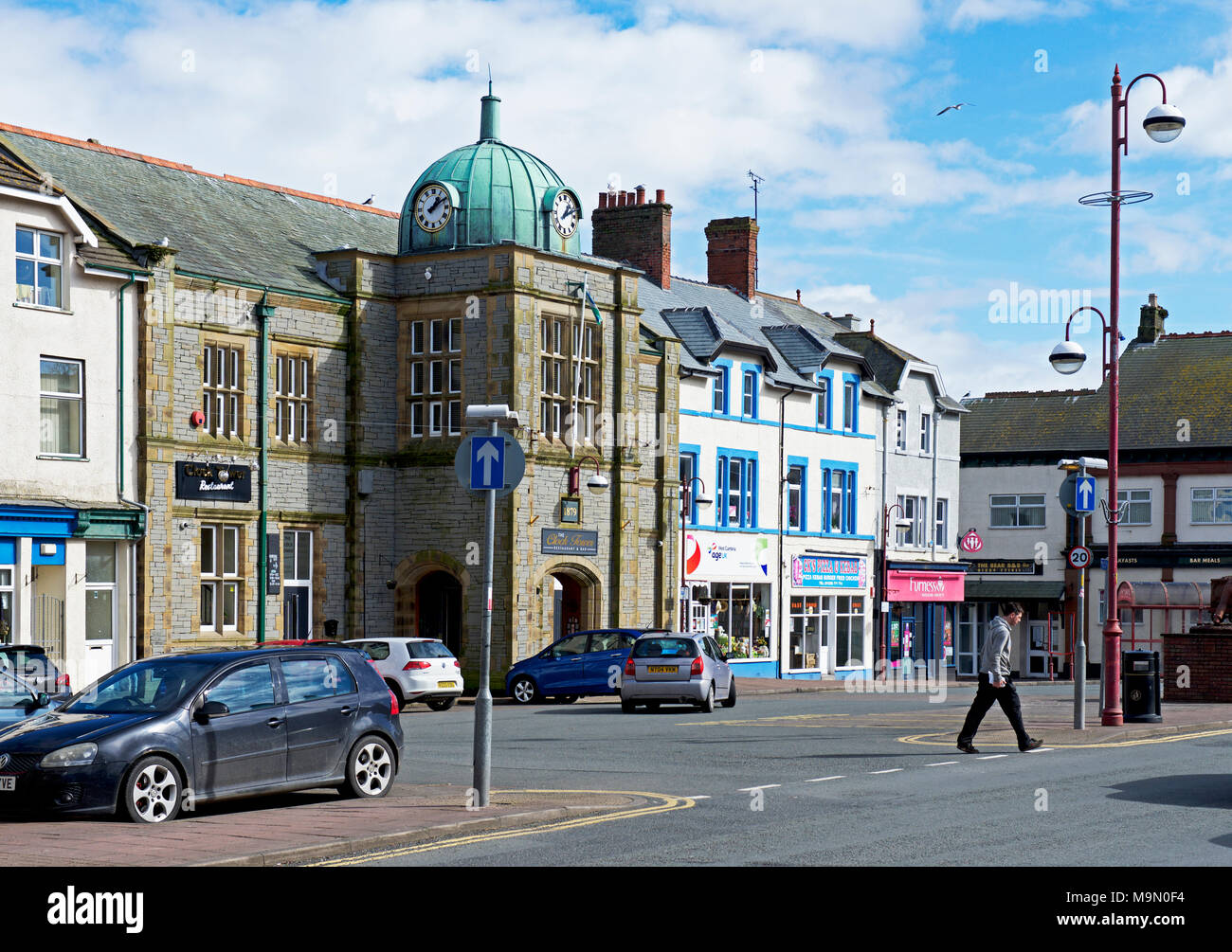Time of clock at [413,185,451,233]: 1:09
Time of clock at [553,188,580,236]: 1:11
